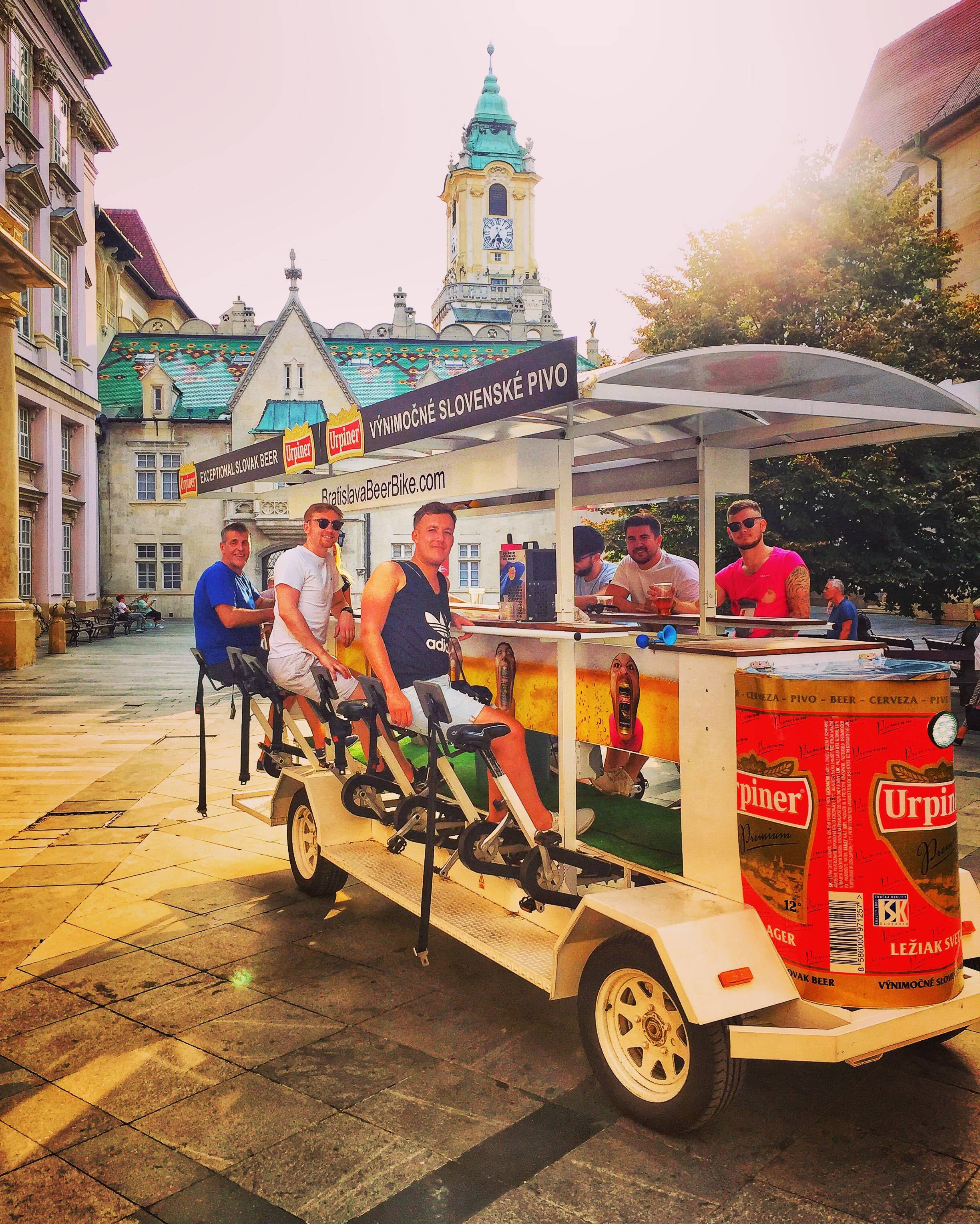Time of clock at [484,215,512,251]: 5:35
